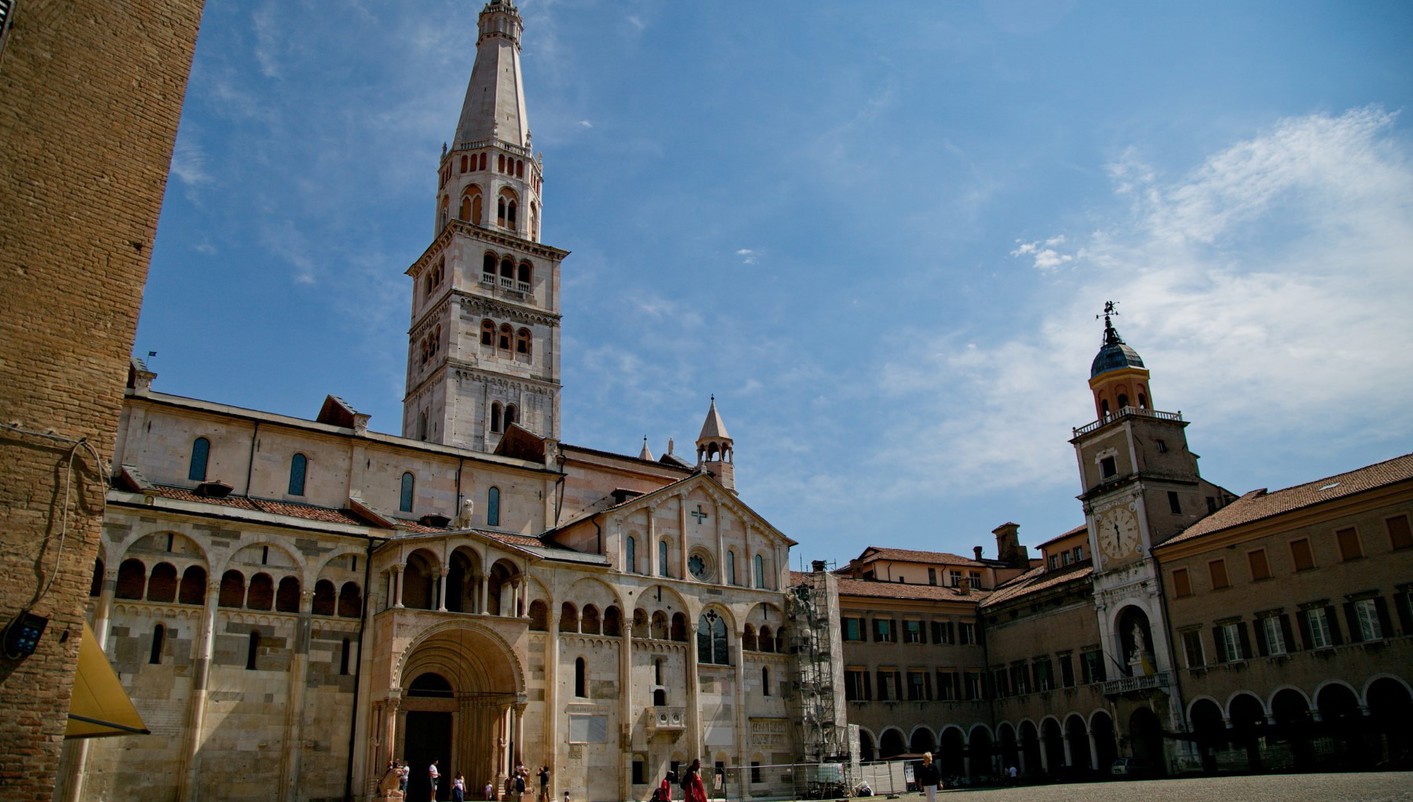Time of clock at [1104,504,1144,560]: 11:31
